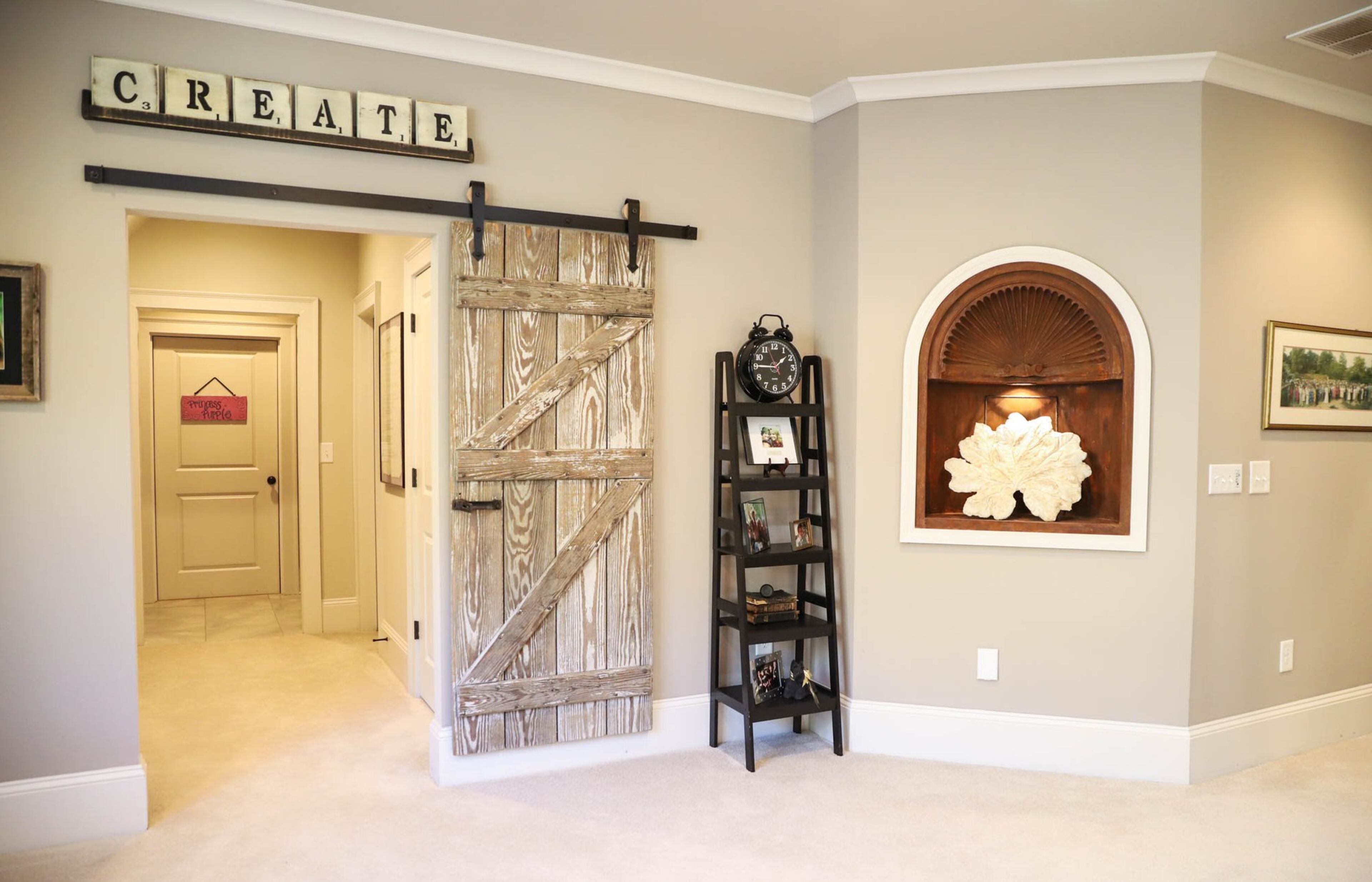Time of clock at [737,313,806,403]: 1:45
